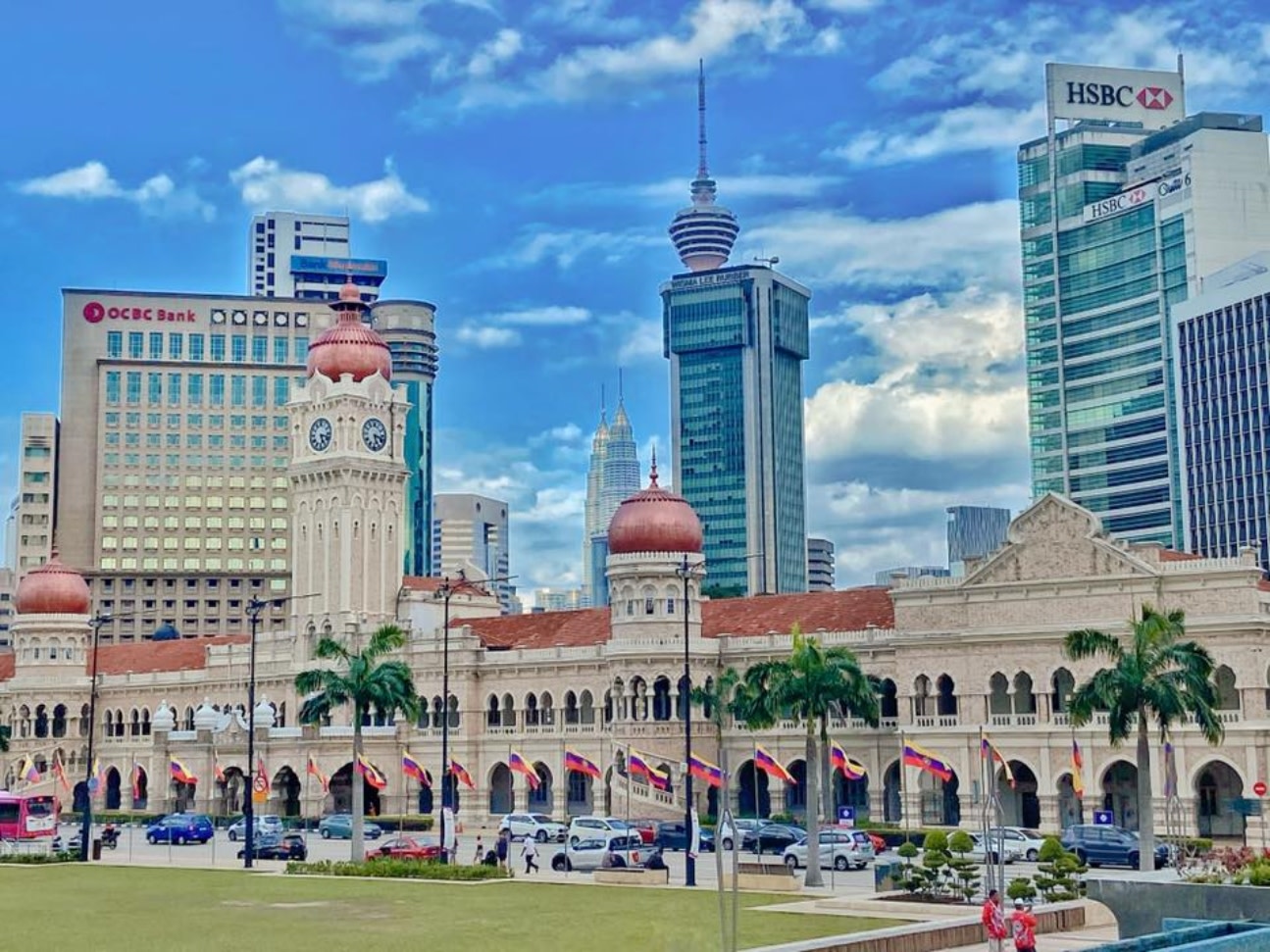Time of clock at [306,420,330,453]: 5:17
